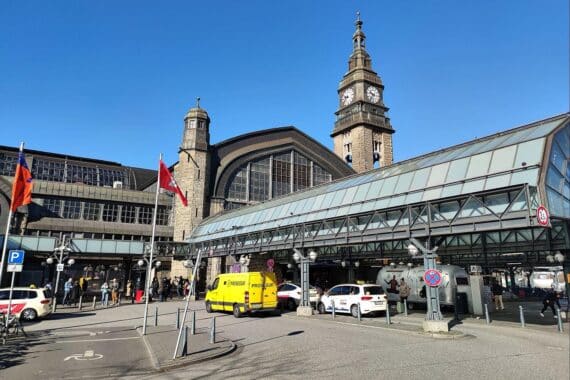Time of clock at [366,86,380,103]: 9:36
